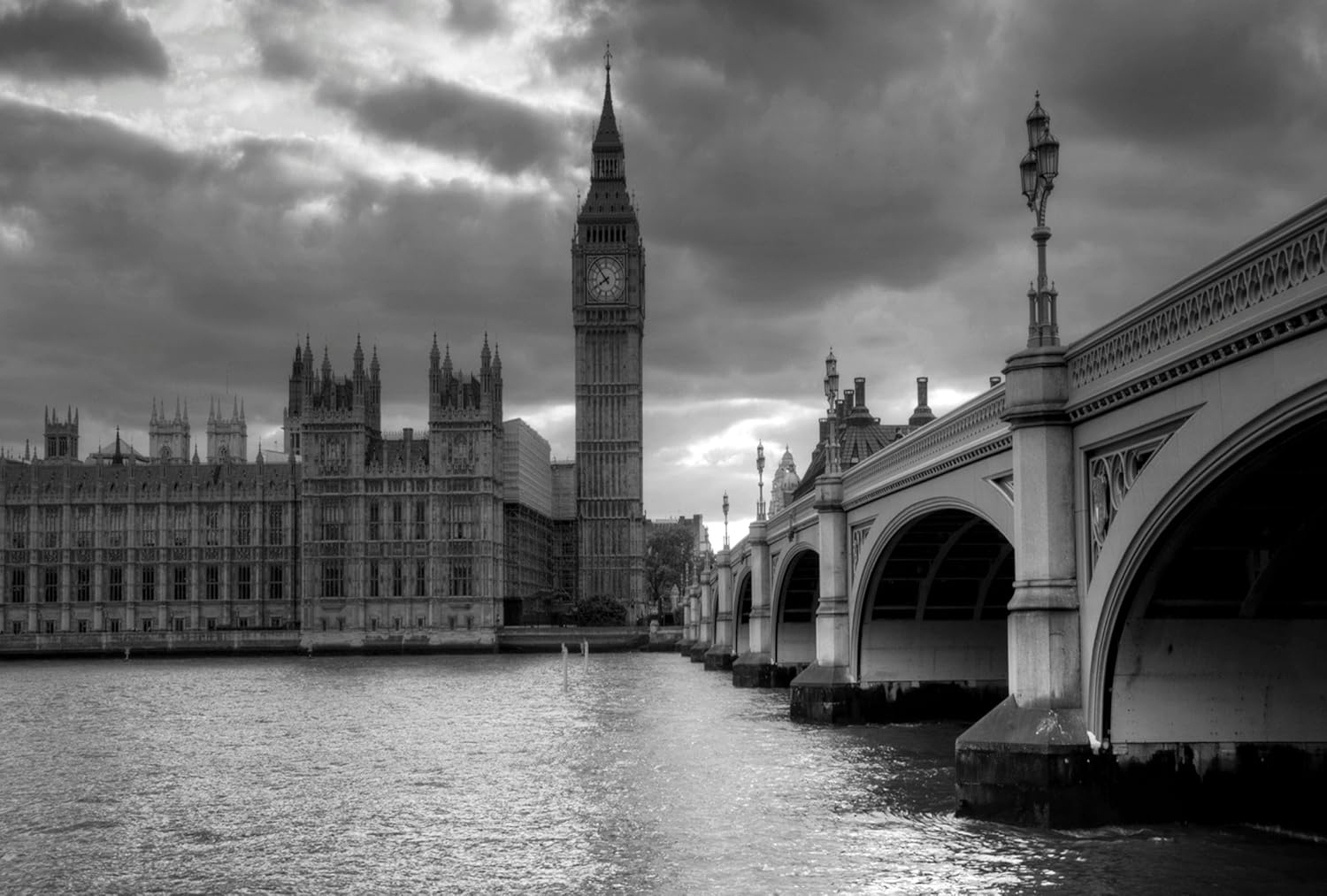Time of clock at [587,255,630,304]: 7:52
